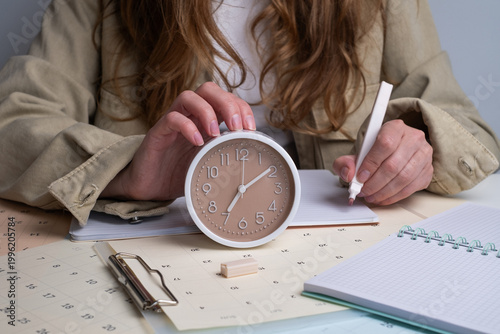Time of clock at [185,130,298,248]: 7:09
